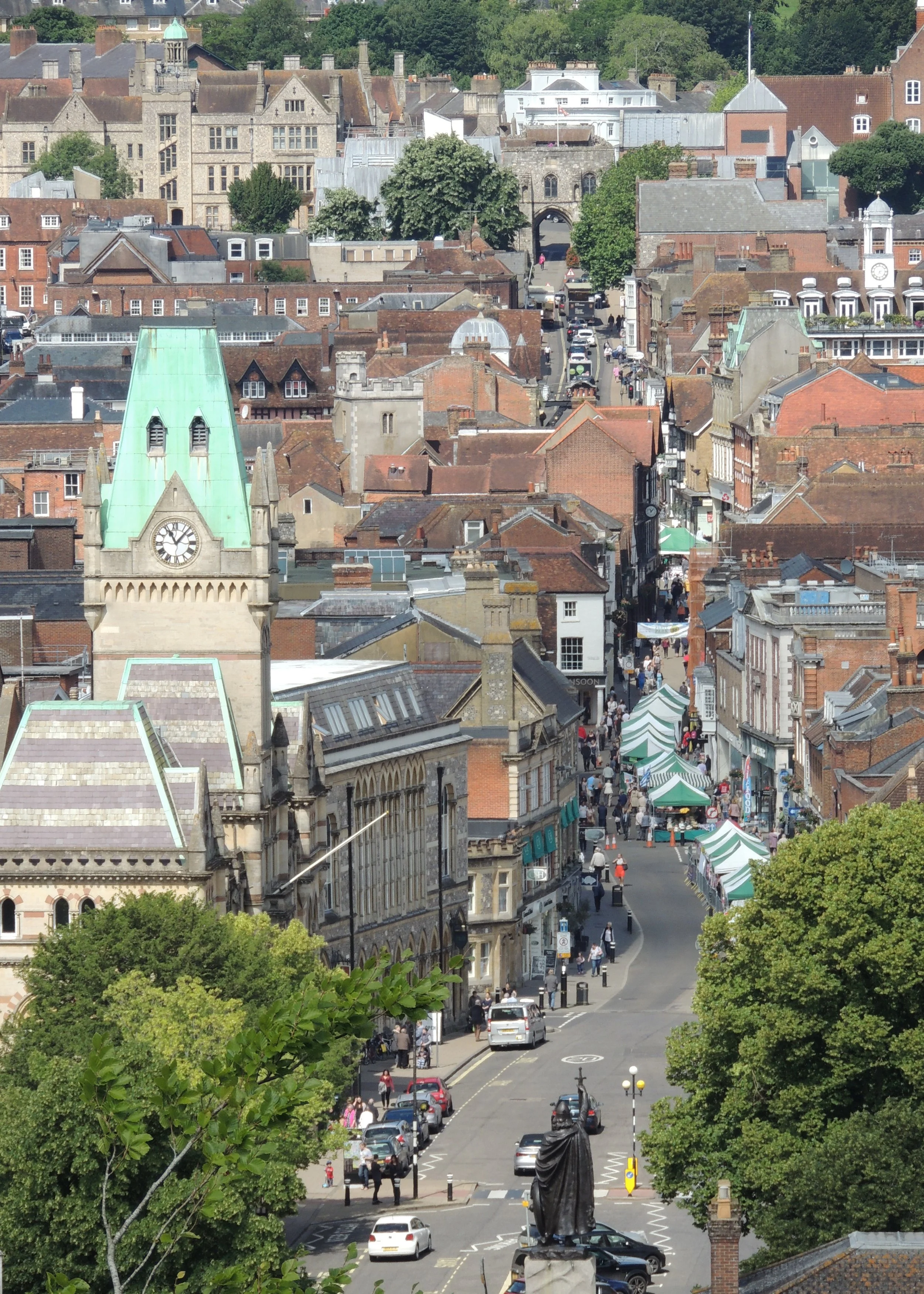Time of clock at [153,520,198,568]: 11:07
